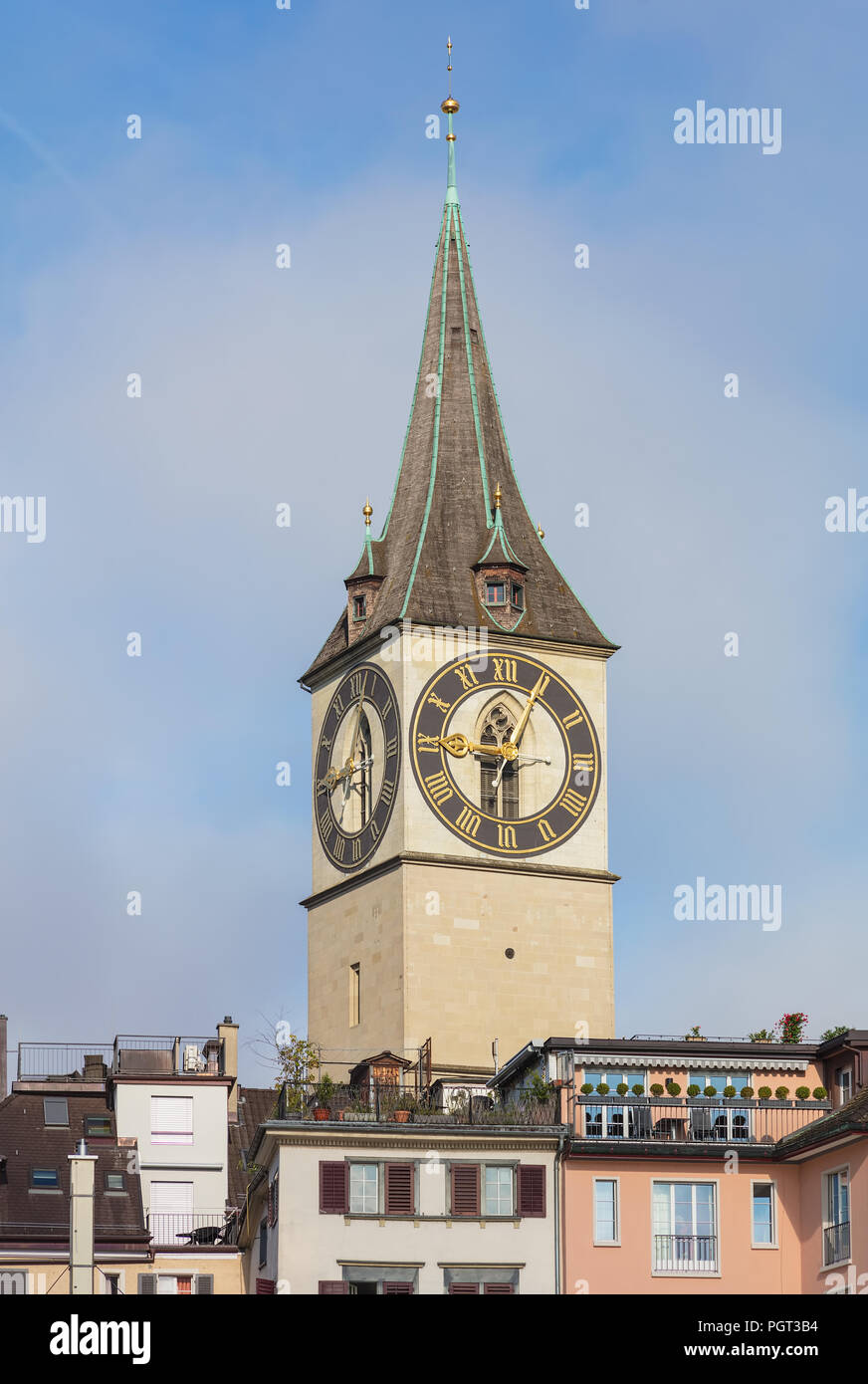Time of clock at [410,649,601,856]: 9:04
